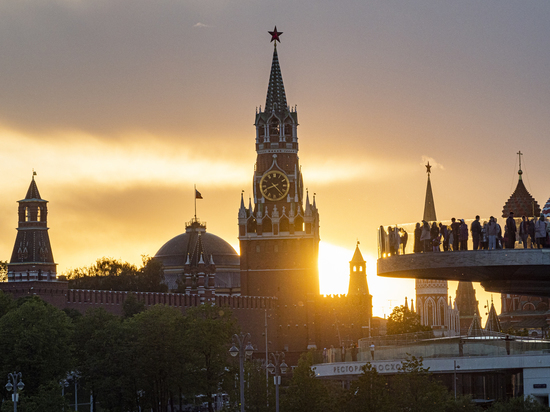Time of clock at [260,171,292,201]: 8:22
